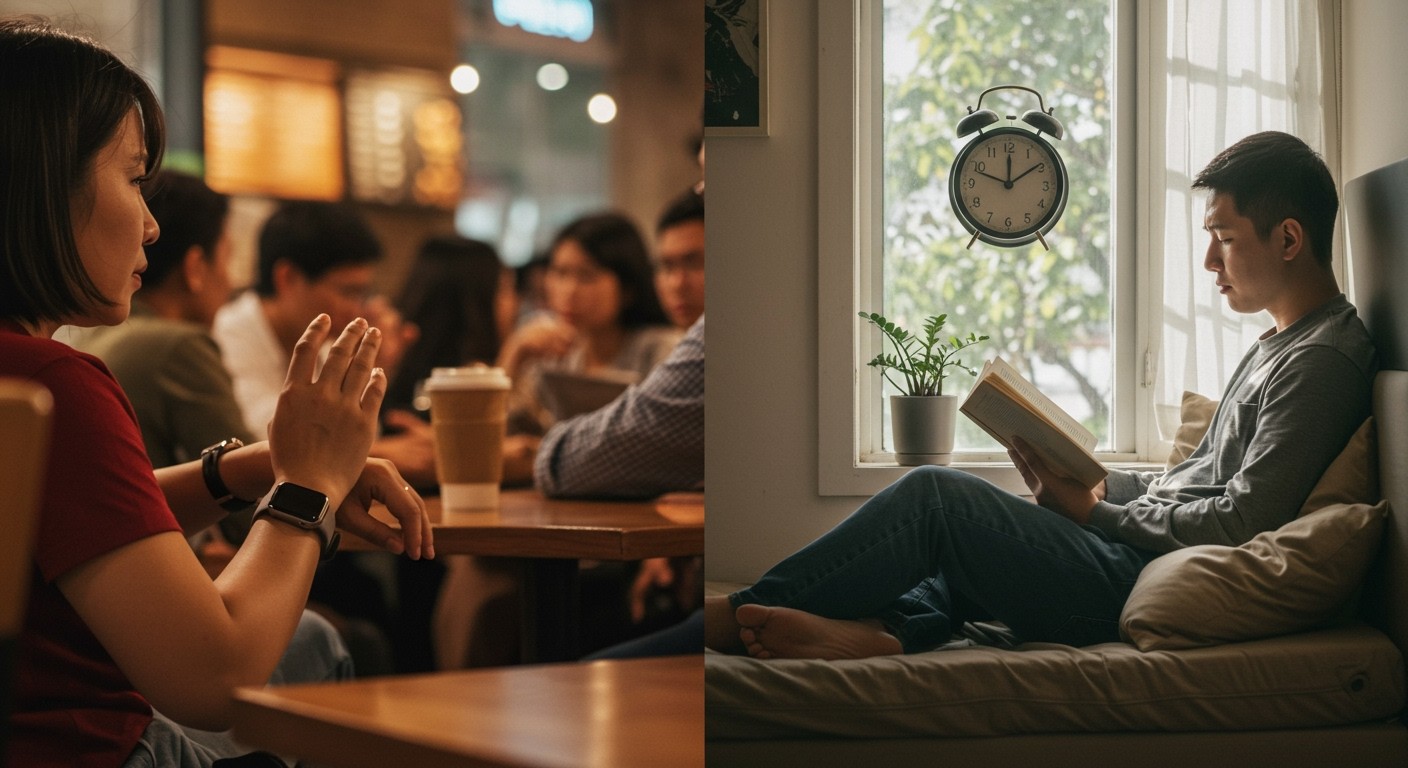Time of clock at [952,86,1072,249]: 12:09
